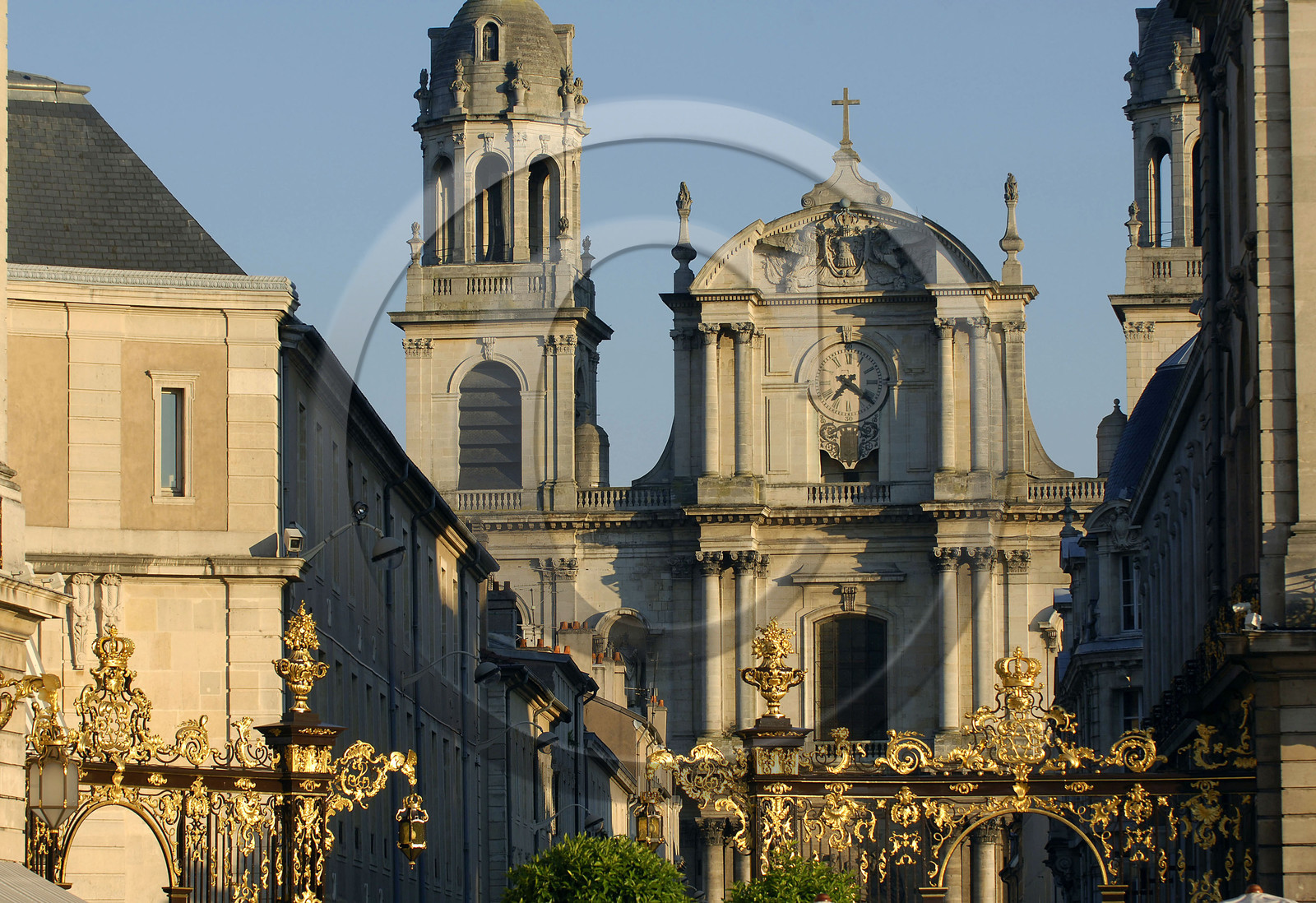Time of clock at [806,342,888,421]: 7:20
